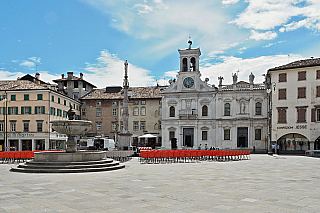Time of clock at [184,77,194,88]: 5:00
